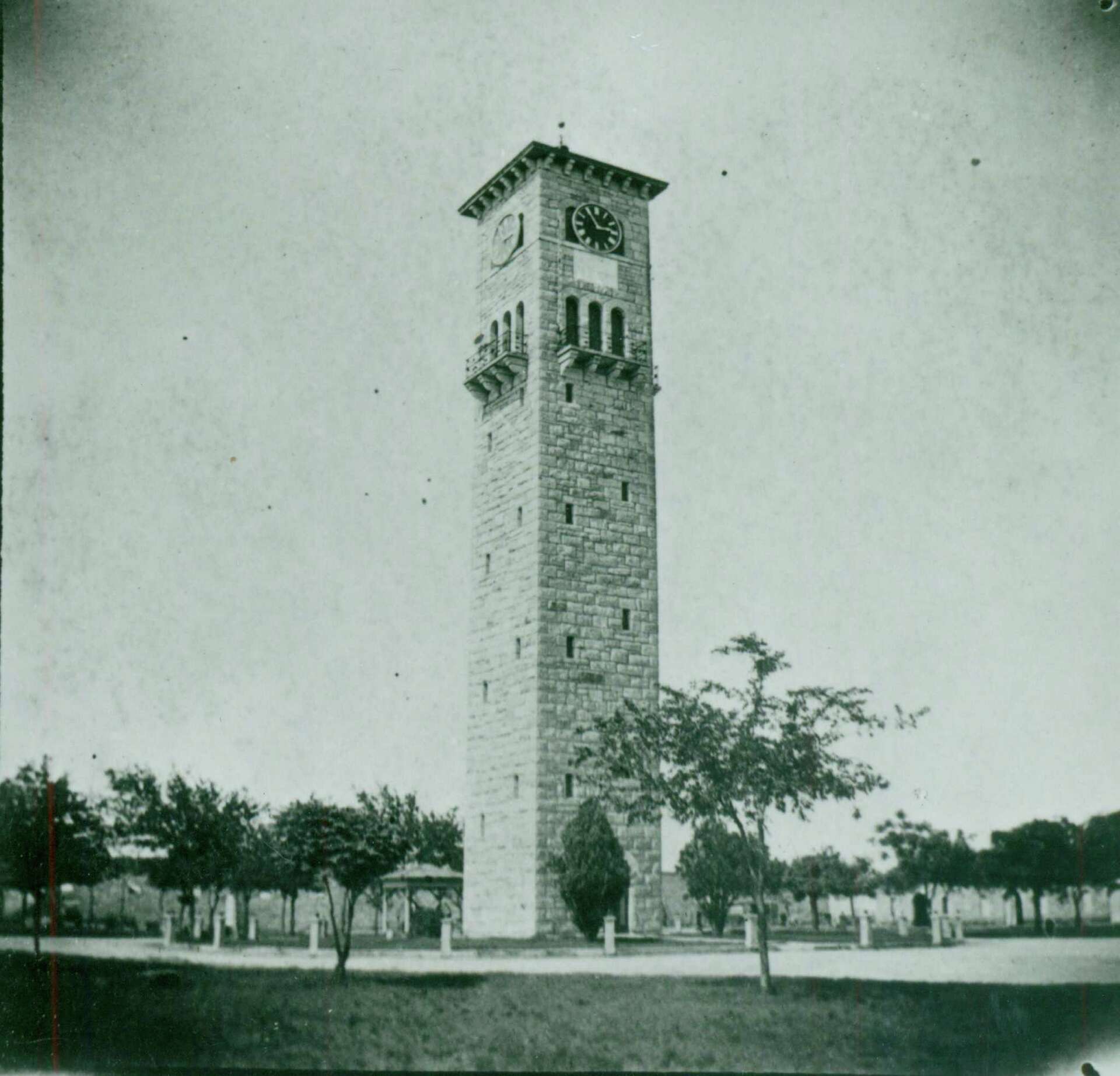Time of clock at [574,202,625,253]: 2:54
